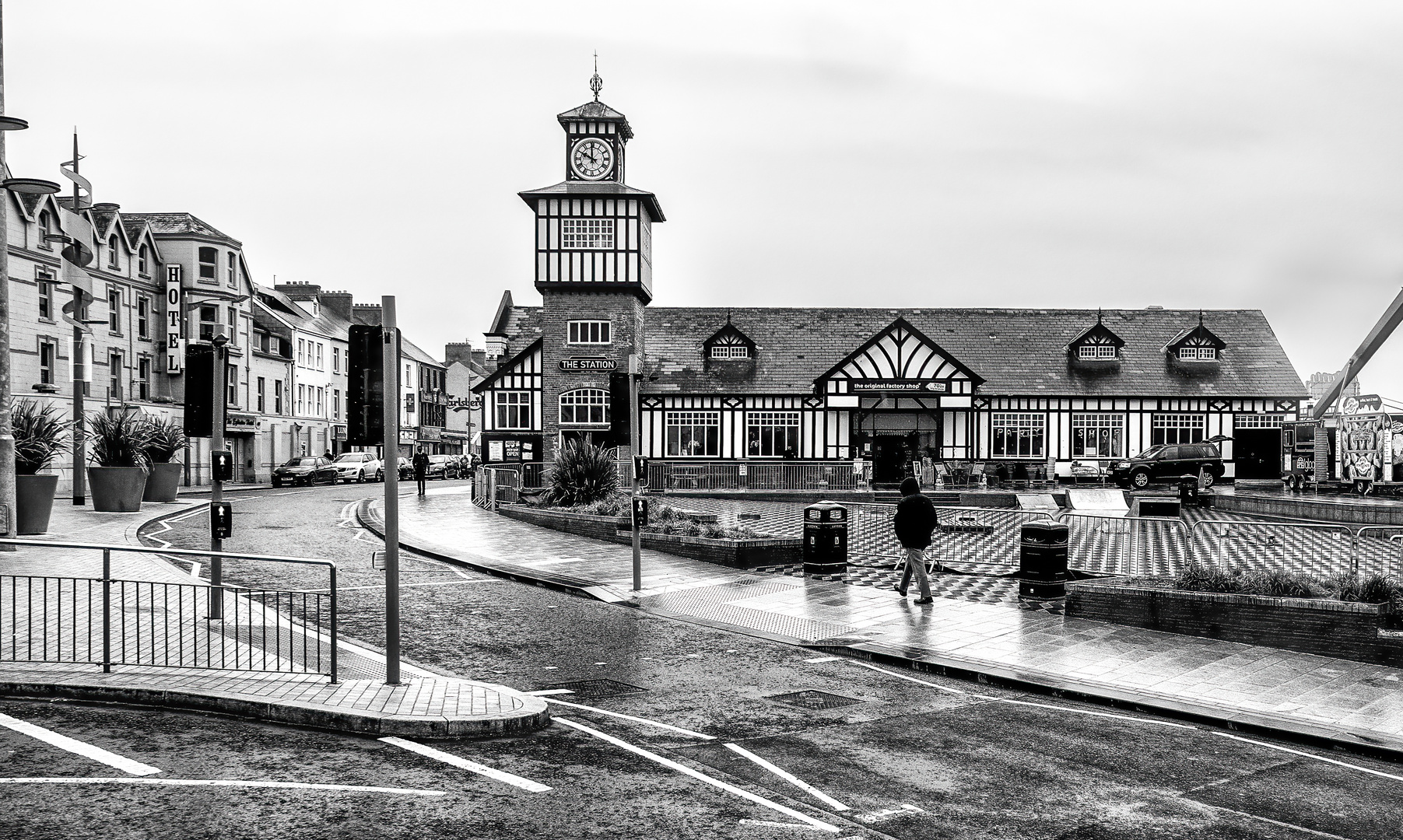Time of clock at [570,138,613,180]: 9:59
